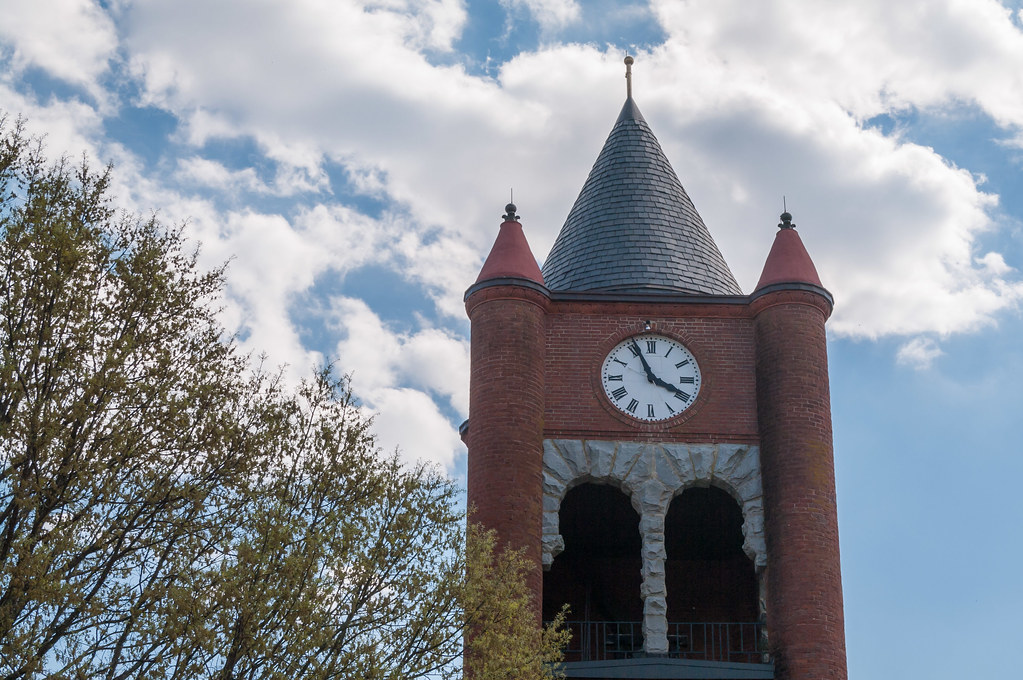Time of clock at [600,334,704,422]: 3:55
